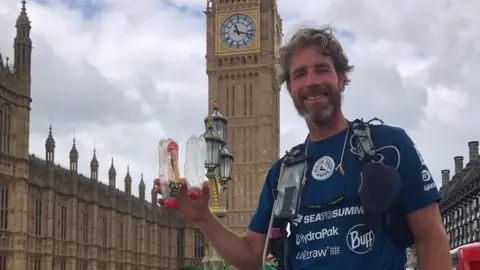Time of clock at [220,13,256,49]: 11:17
